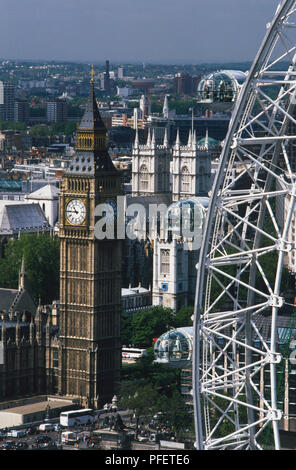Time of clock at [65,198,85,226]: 10:45
